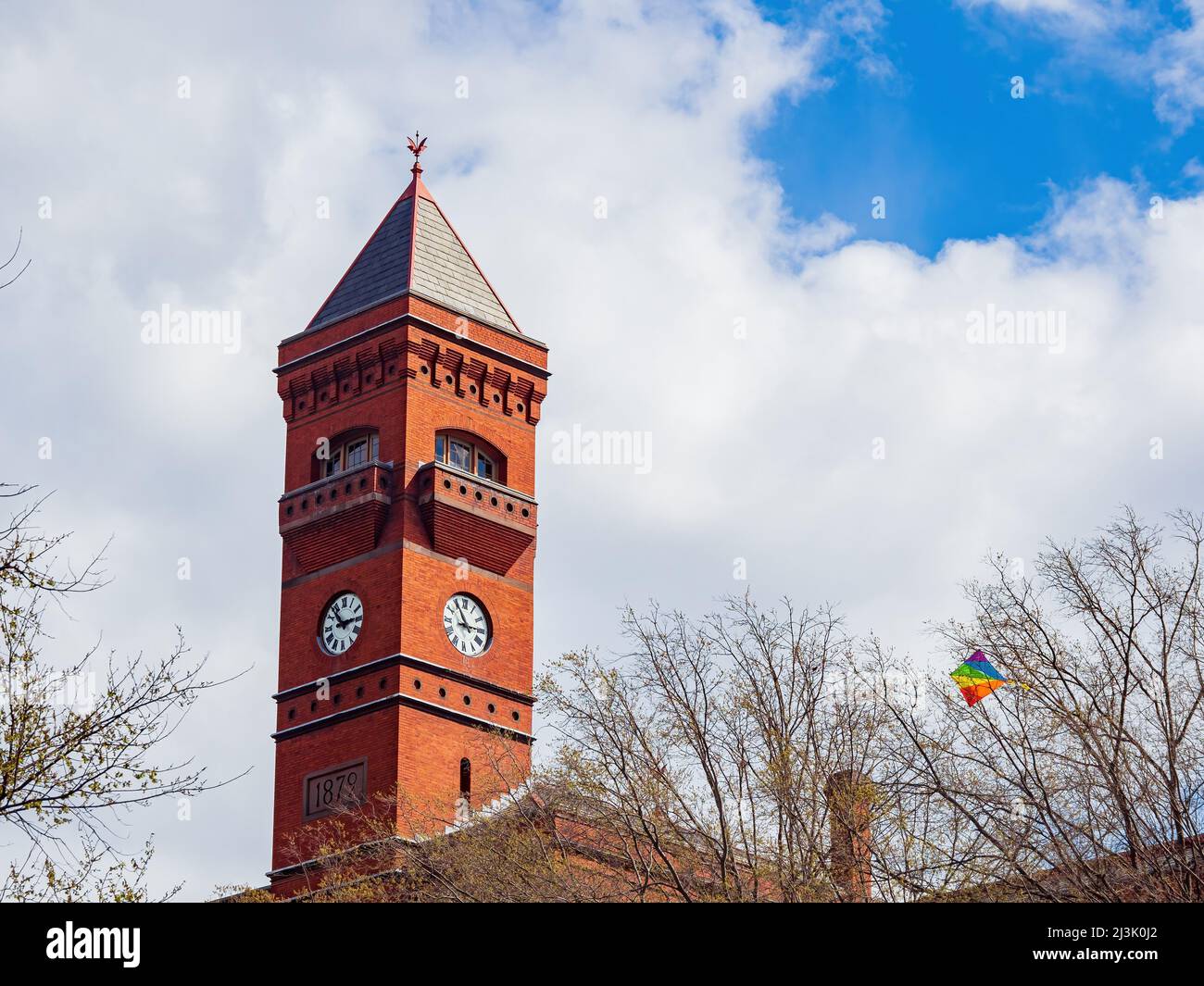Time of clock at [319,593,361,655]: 2:53
